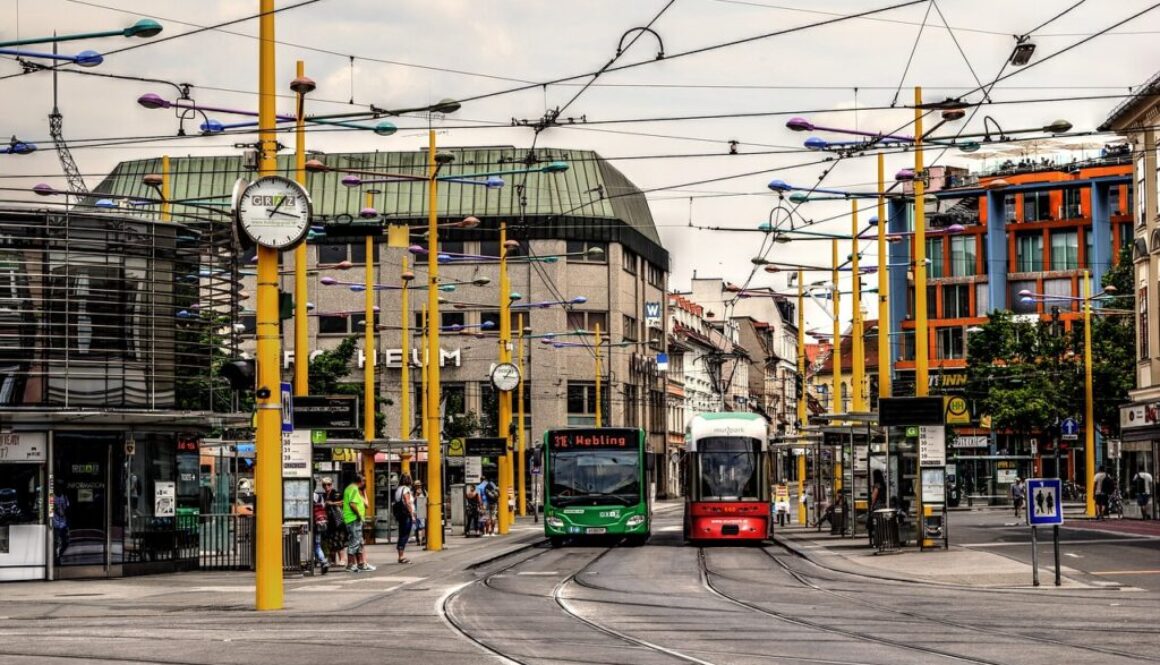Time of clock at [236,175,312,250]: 1:16
